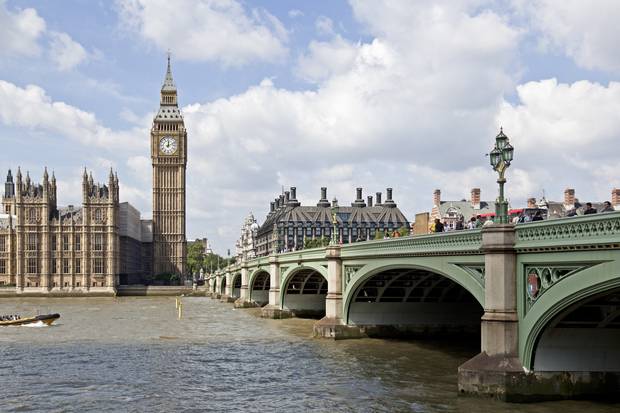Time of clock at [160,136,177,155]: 12:11
